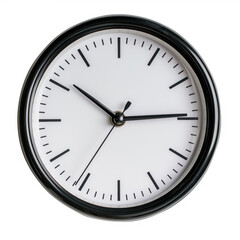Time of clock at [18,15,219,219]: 10:14
